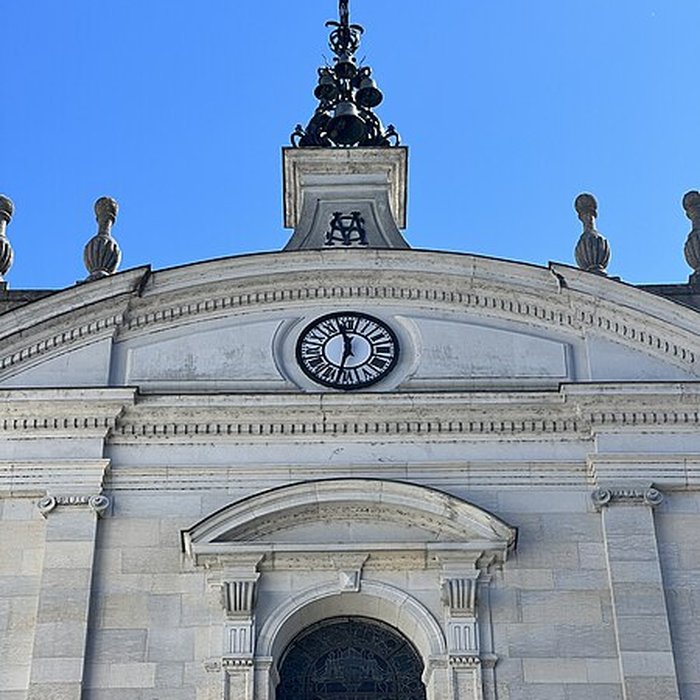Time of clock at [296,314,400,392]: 11:32
